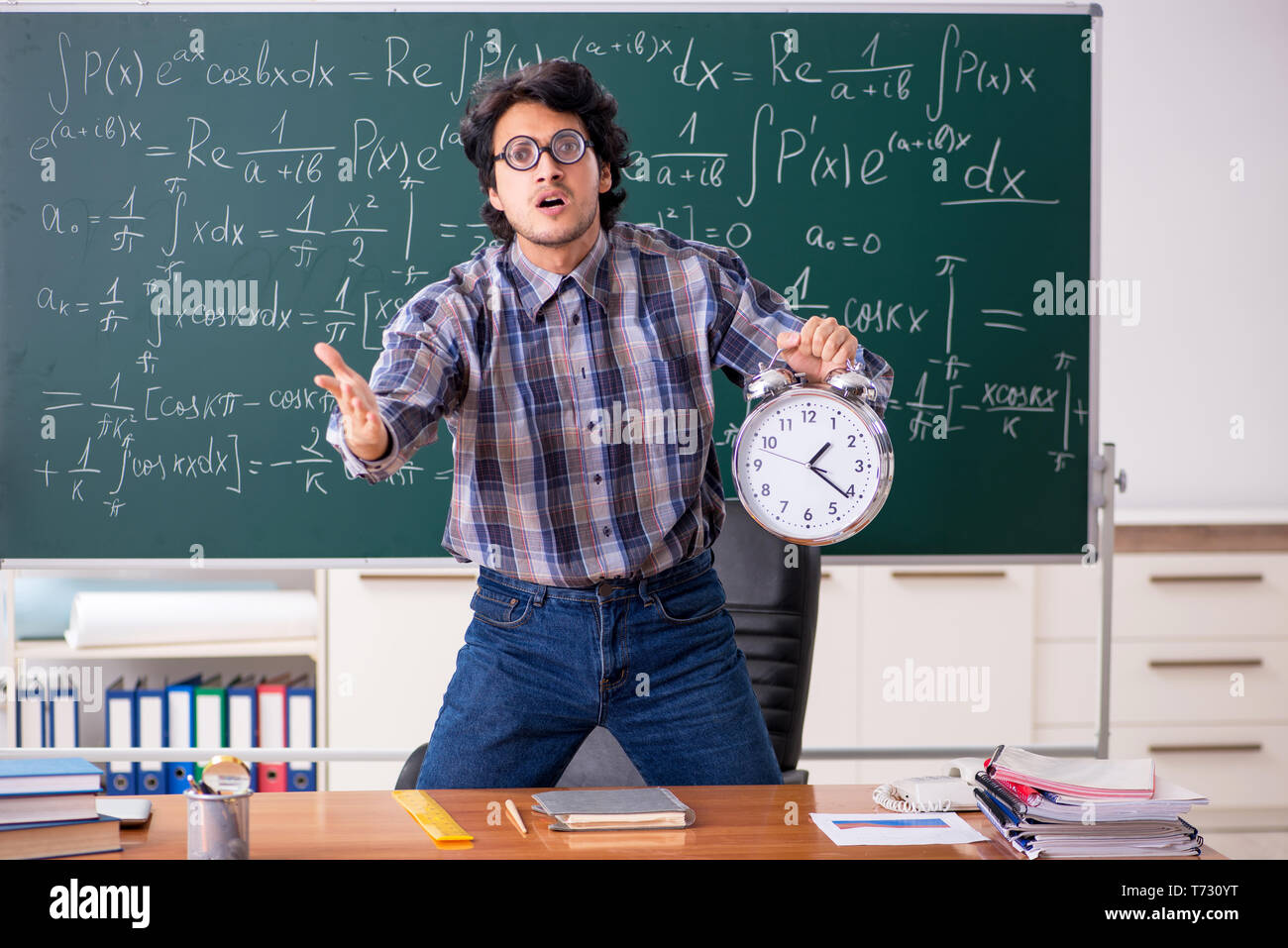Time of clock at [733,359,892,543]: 1:21
